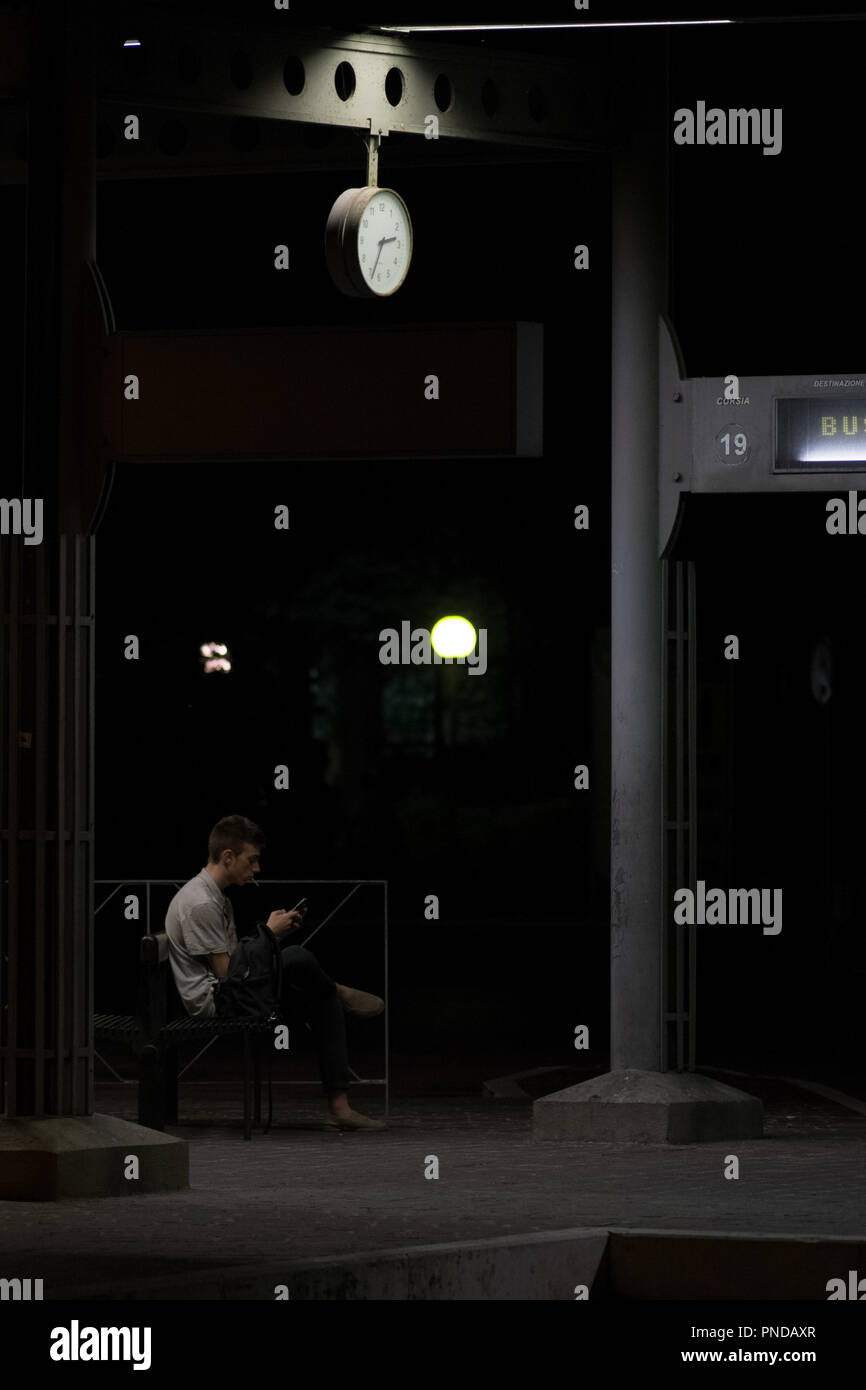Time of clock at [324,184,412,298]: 2:34
